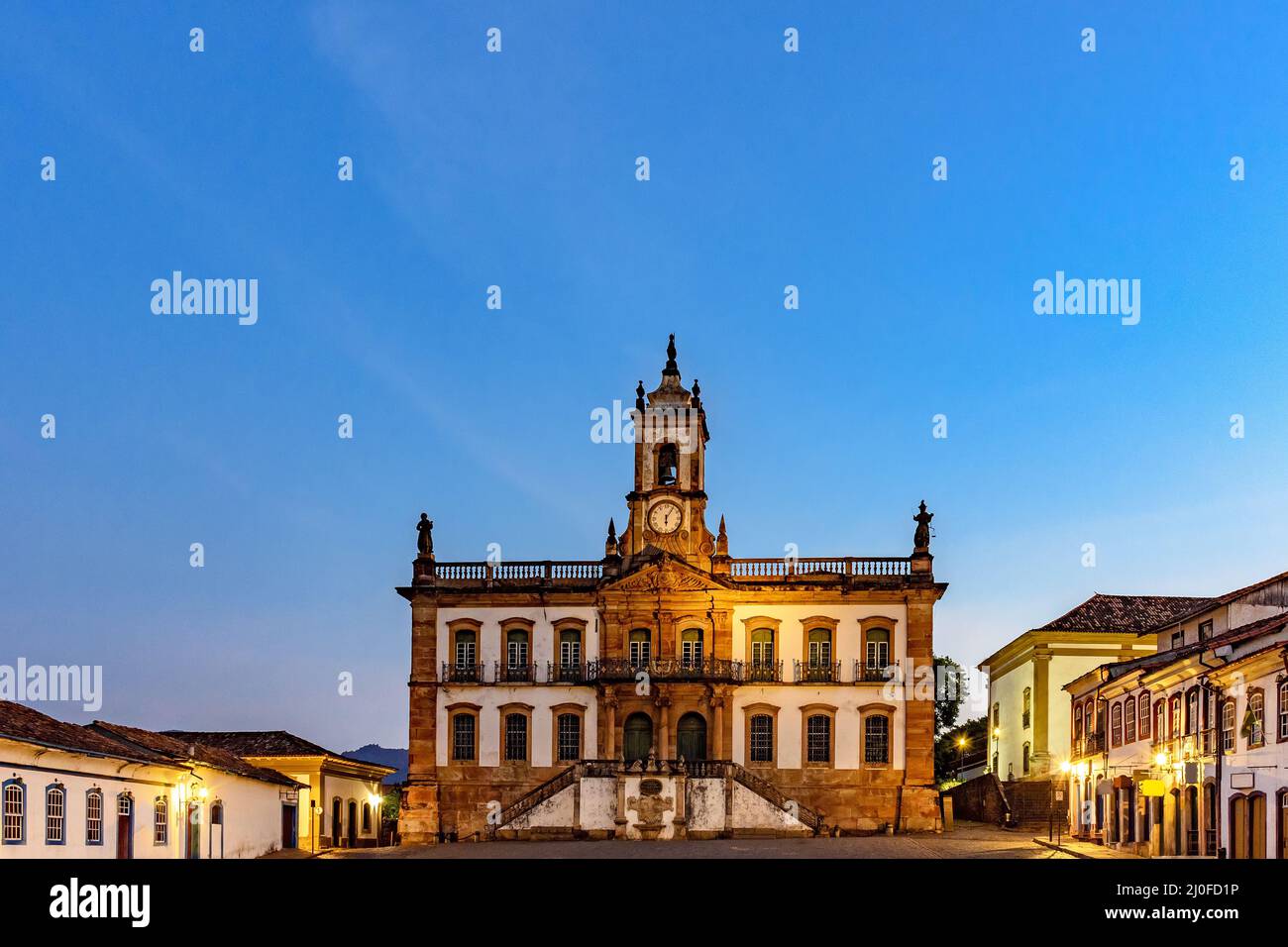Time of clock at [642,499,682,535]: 6:05
